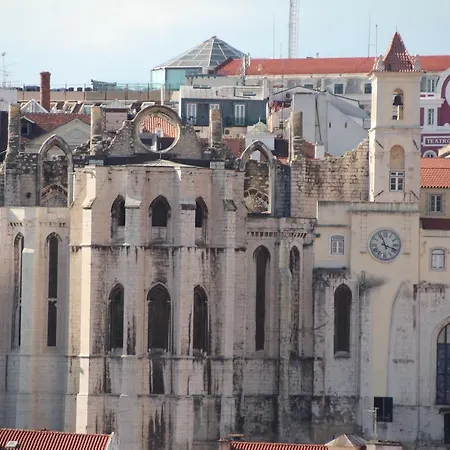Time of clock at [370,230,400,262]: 11:18
